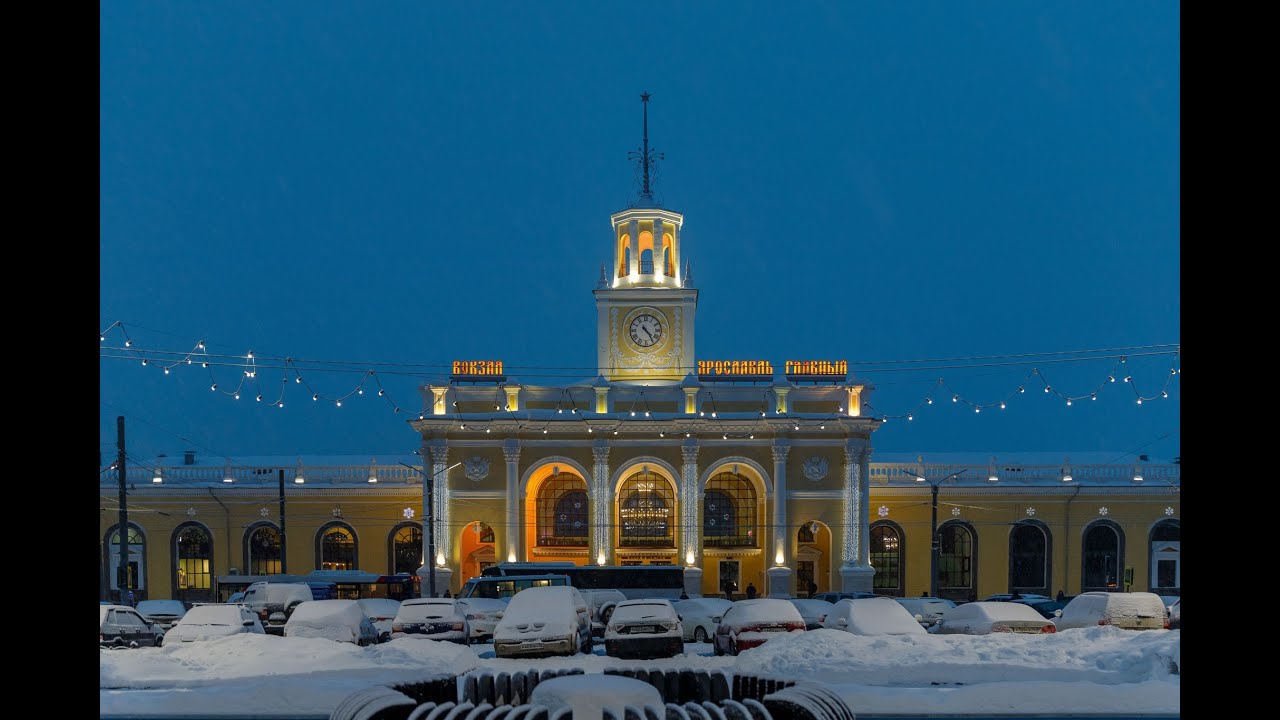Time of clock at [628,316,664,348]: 4:24
